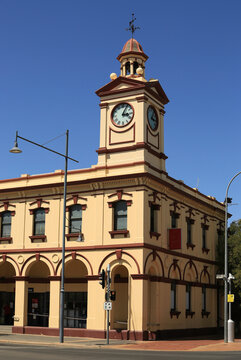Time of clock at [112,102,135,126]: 3:04
